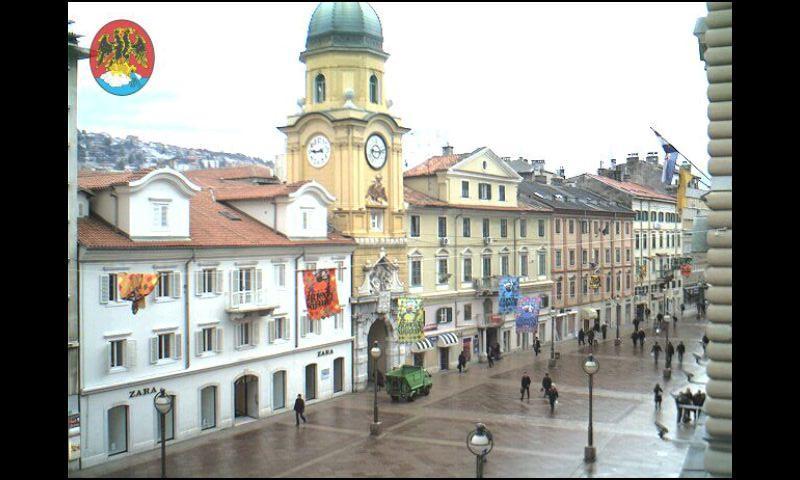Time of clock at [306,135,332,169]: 8:45
